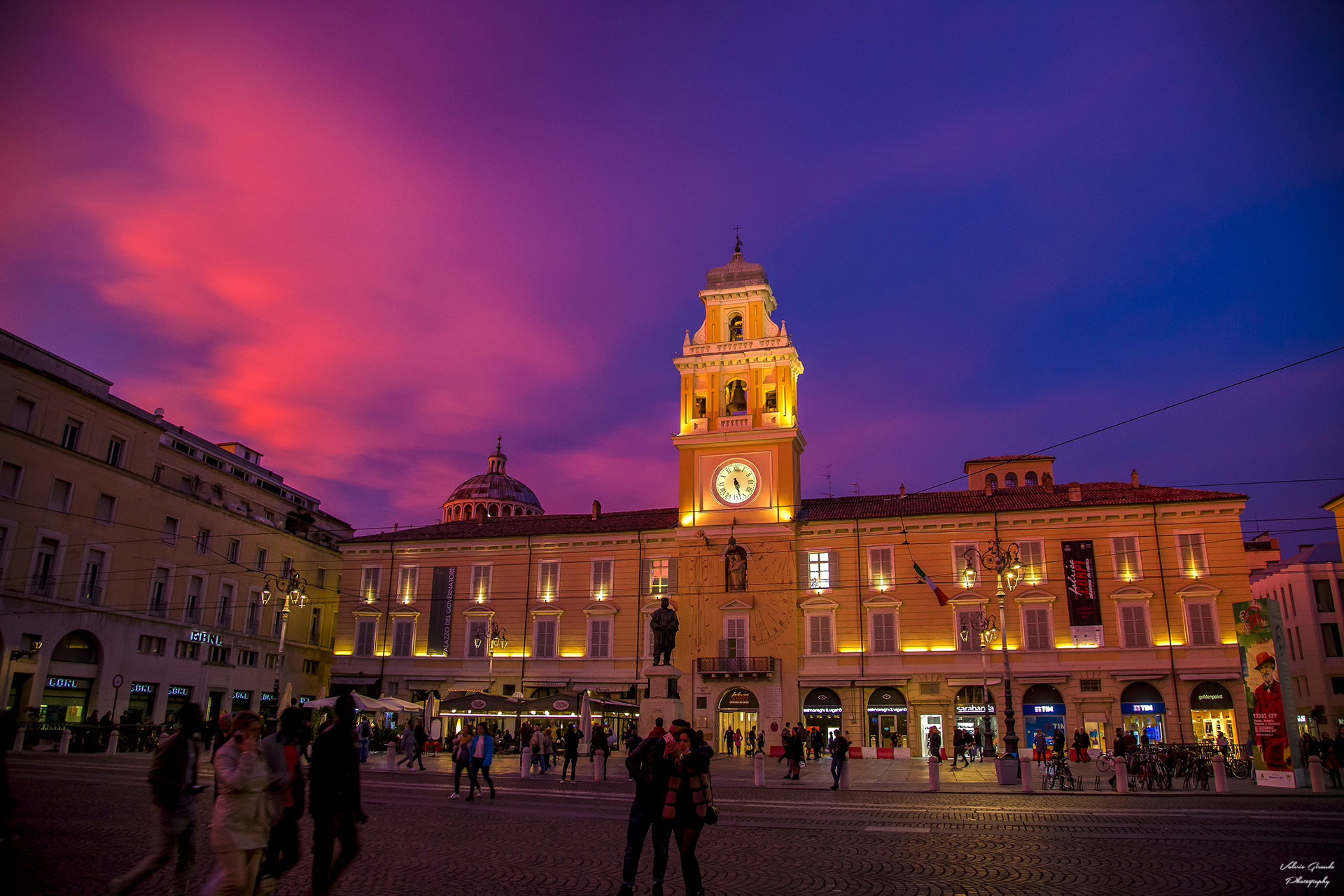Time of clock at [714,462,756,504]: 5:27
